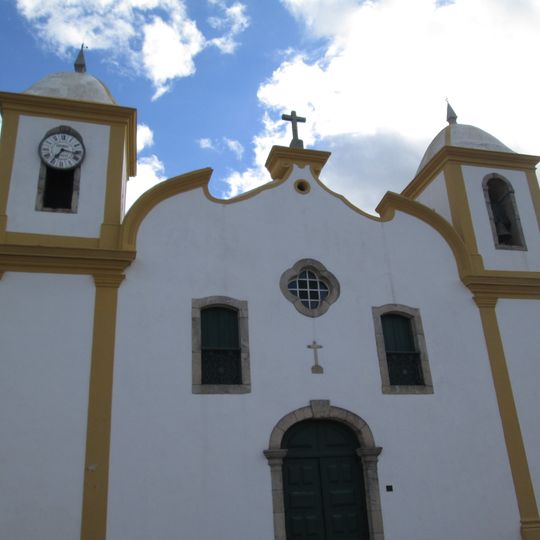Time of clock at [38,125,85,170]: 7:16
